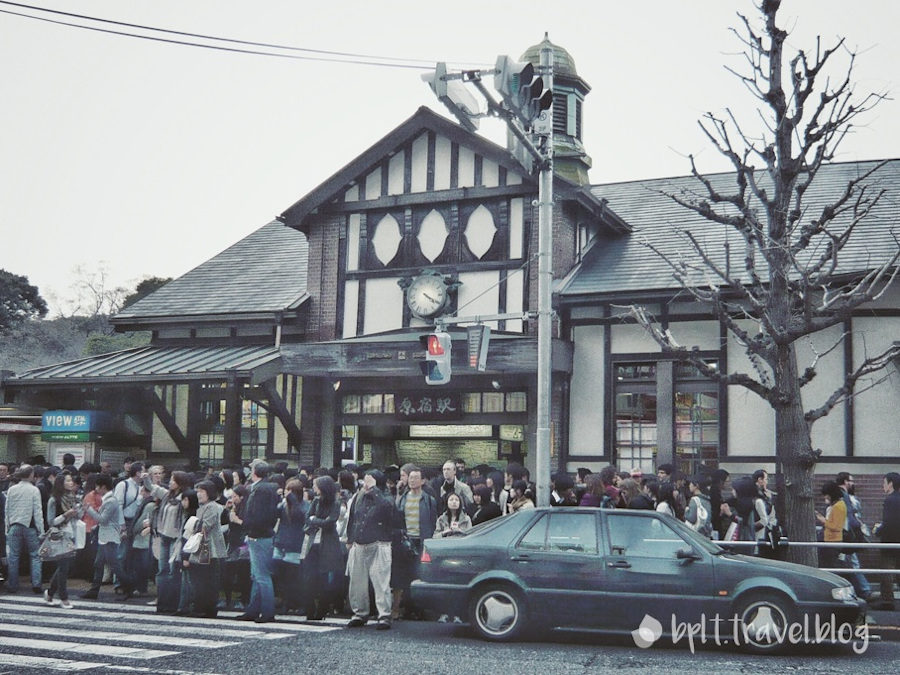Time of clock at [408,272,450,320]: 4:20
